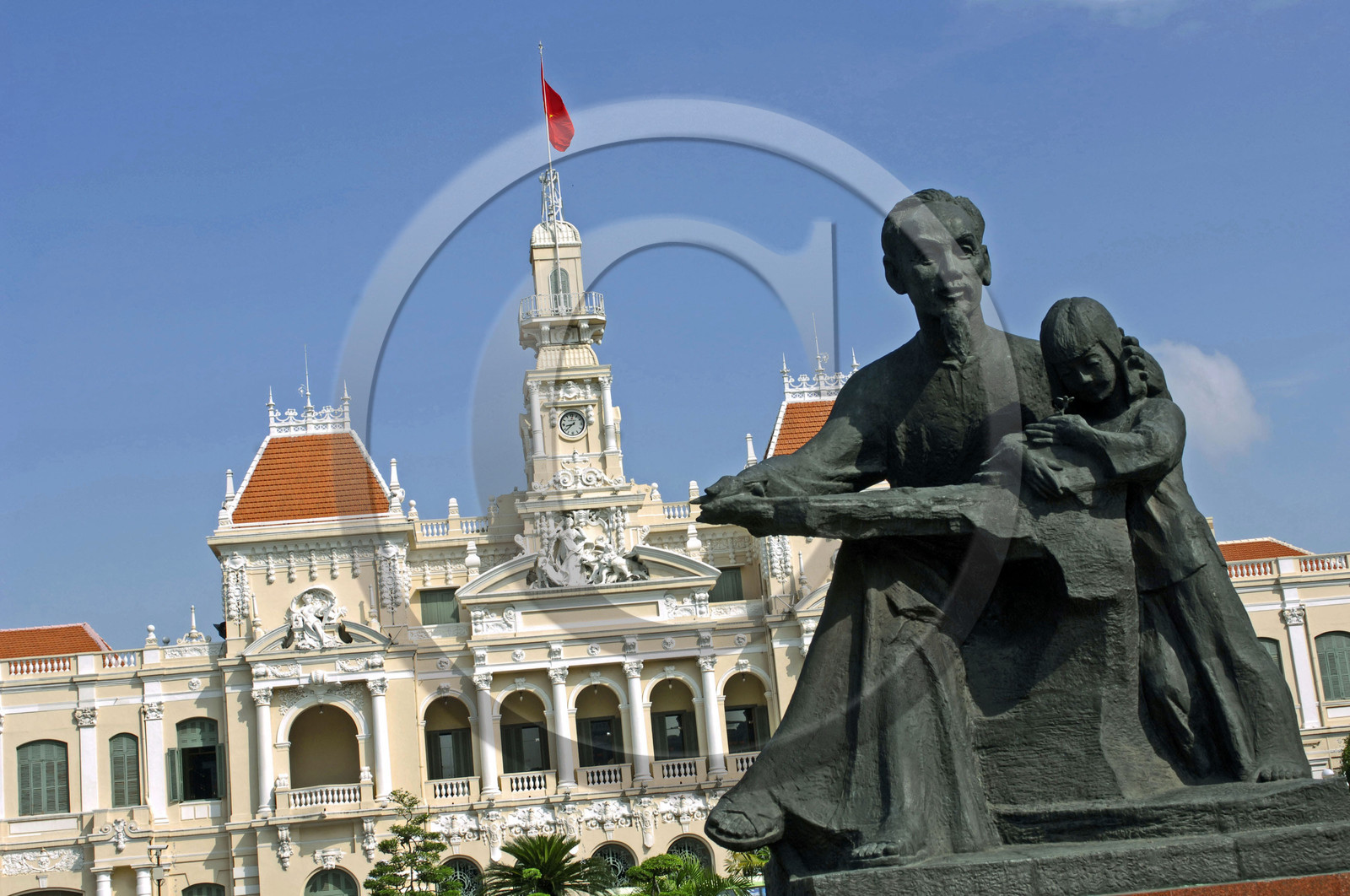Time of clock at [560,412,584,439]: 8:38
